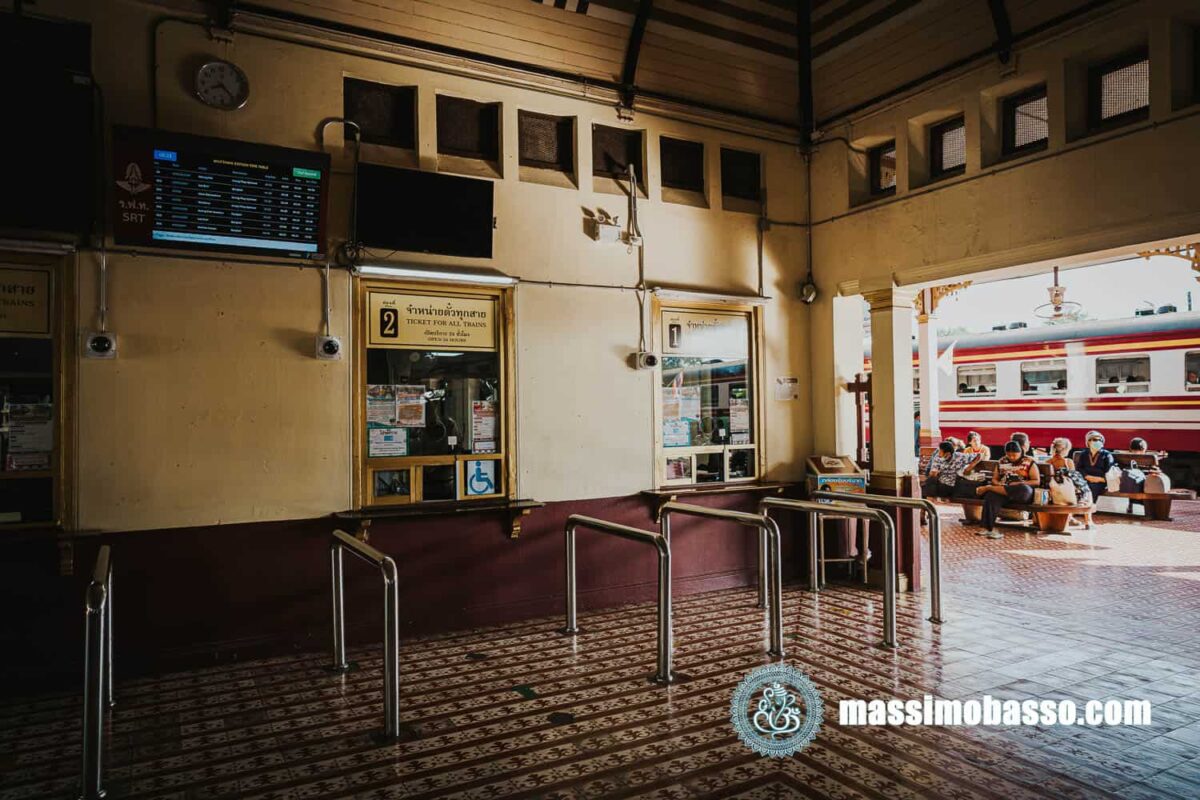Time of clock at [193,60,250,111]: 8:23
